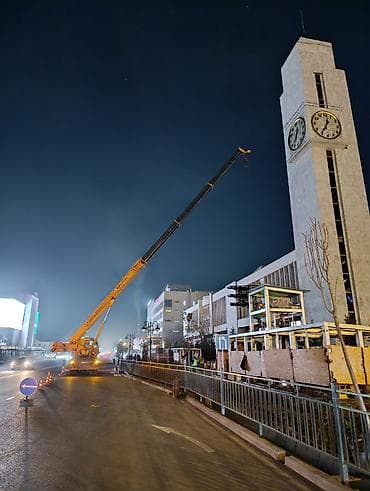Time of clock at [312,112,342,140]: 12:35
